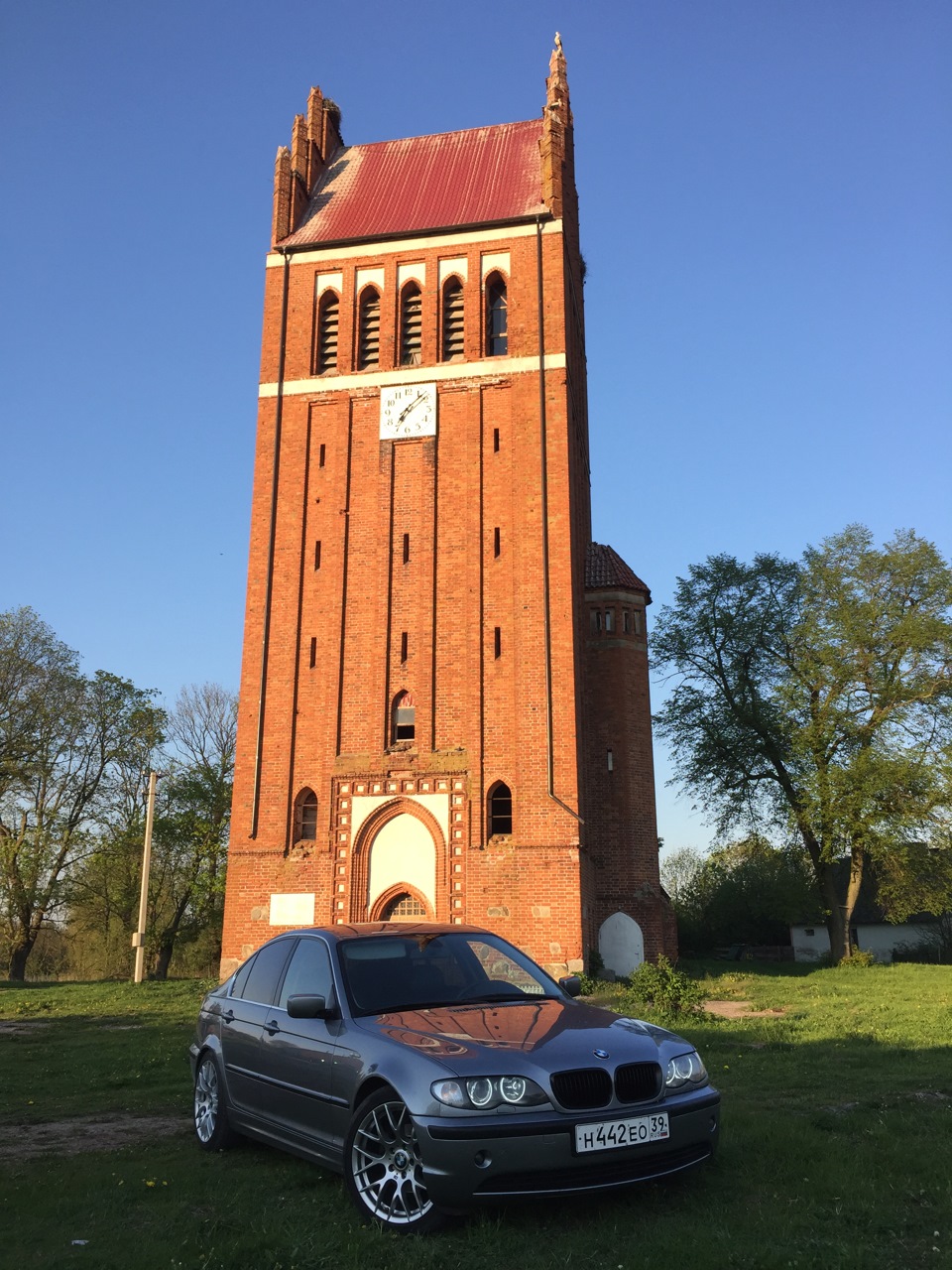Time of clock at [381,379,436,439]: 7:08
